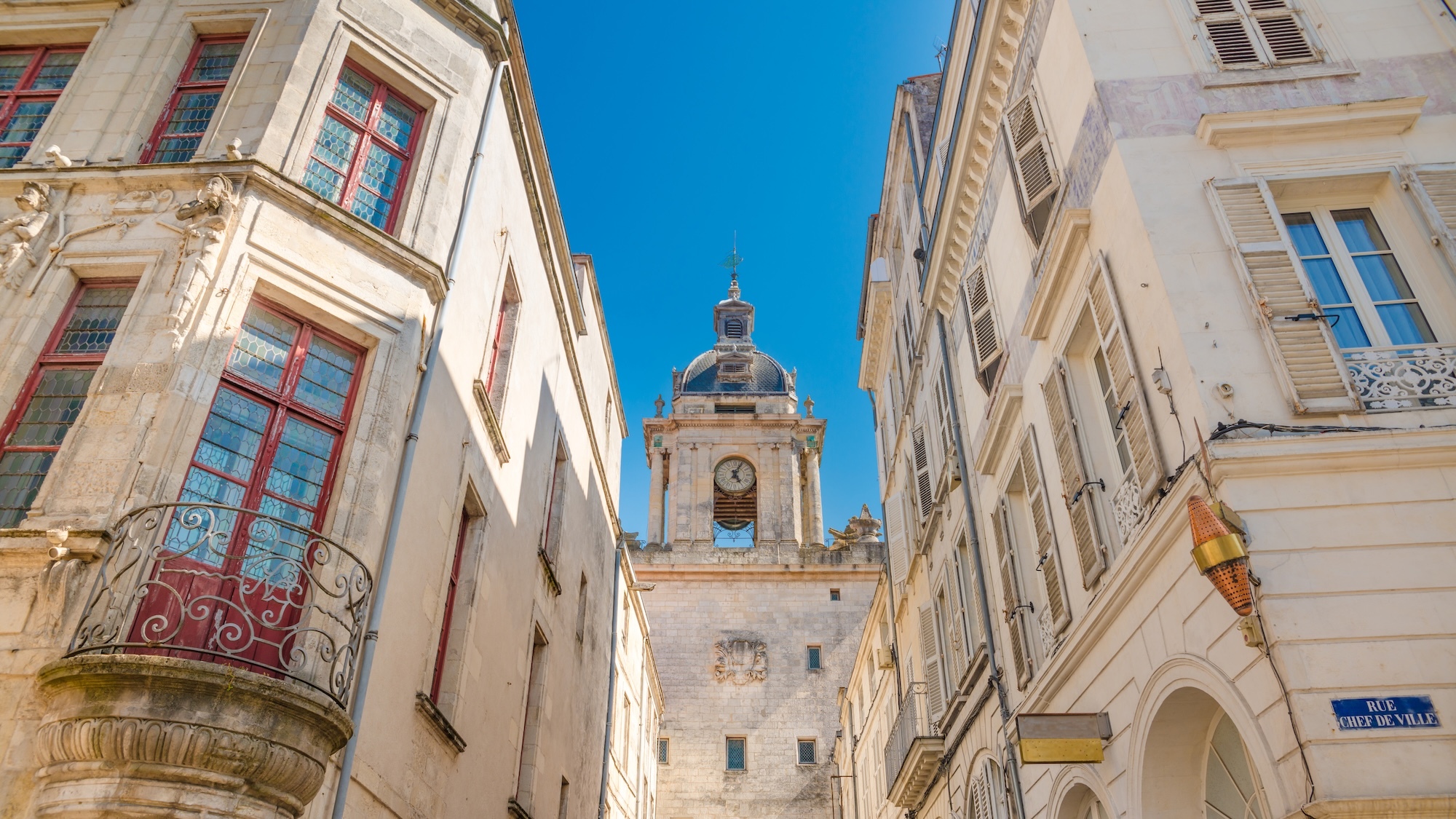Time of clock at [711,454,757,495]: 5:04
